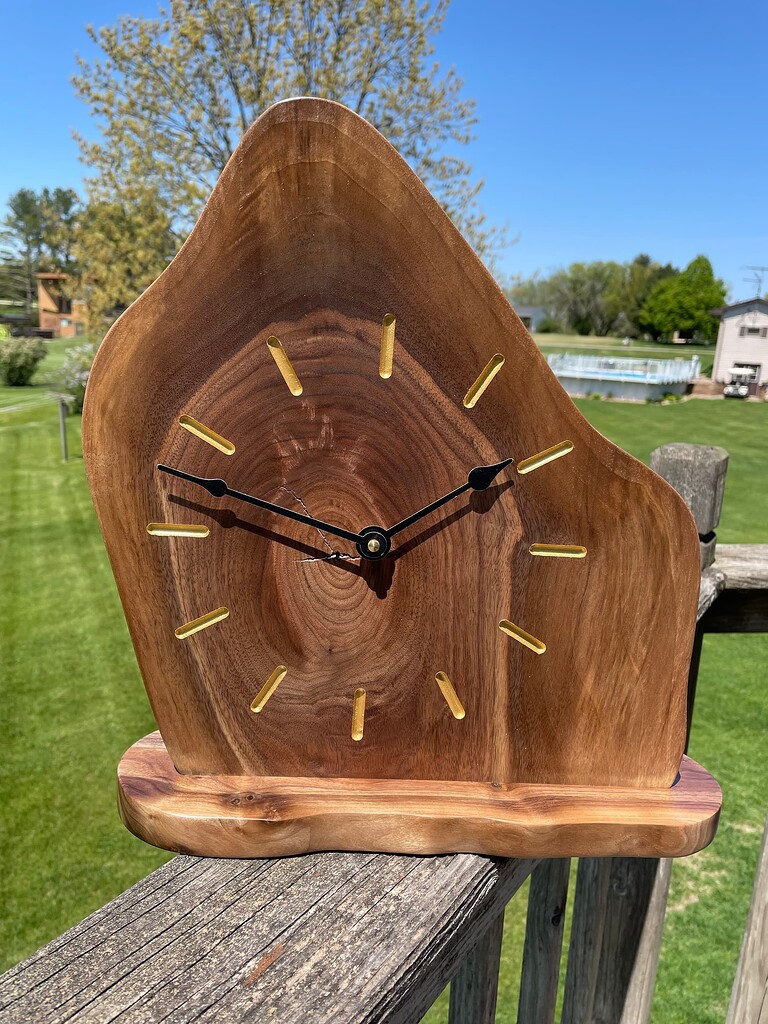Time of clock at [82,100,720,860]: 1:46
